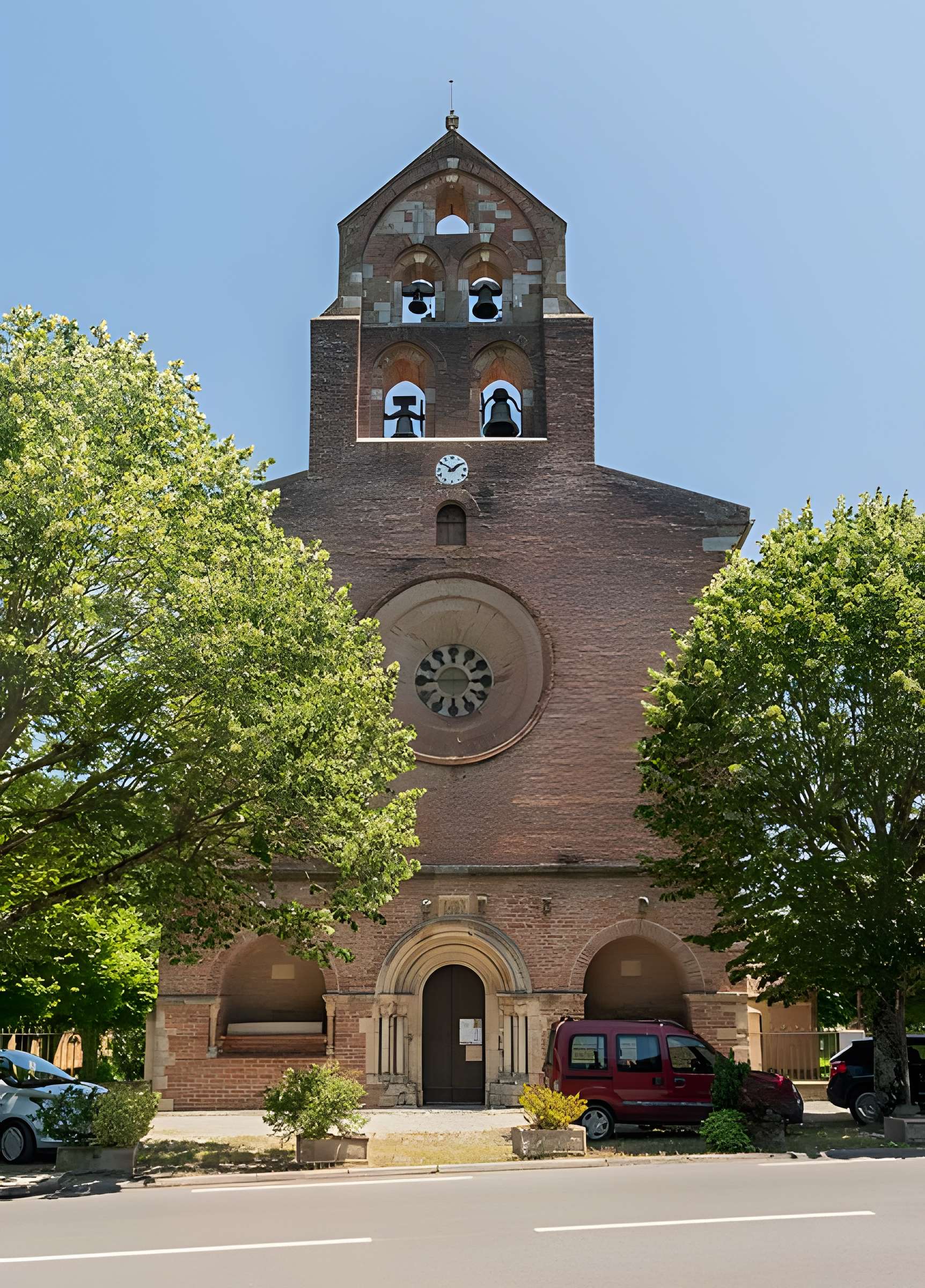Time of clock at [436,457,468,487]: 1:50
